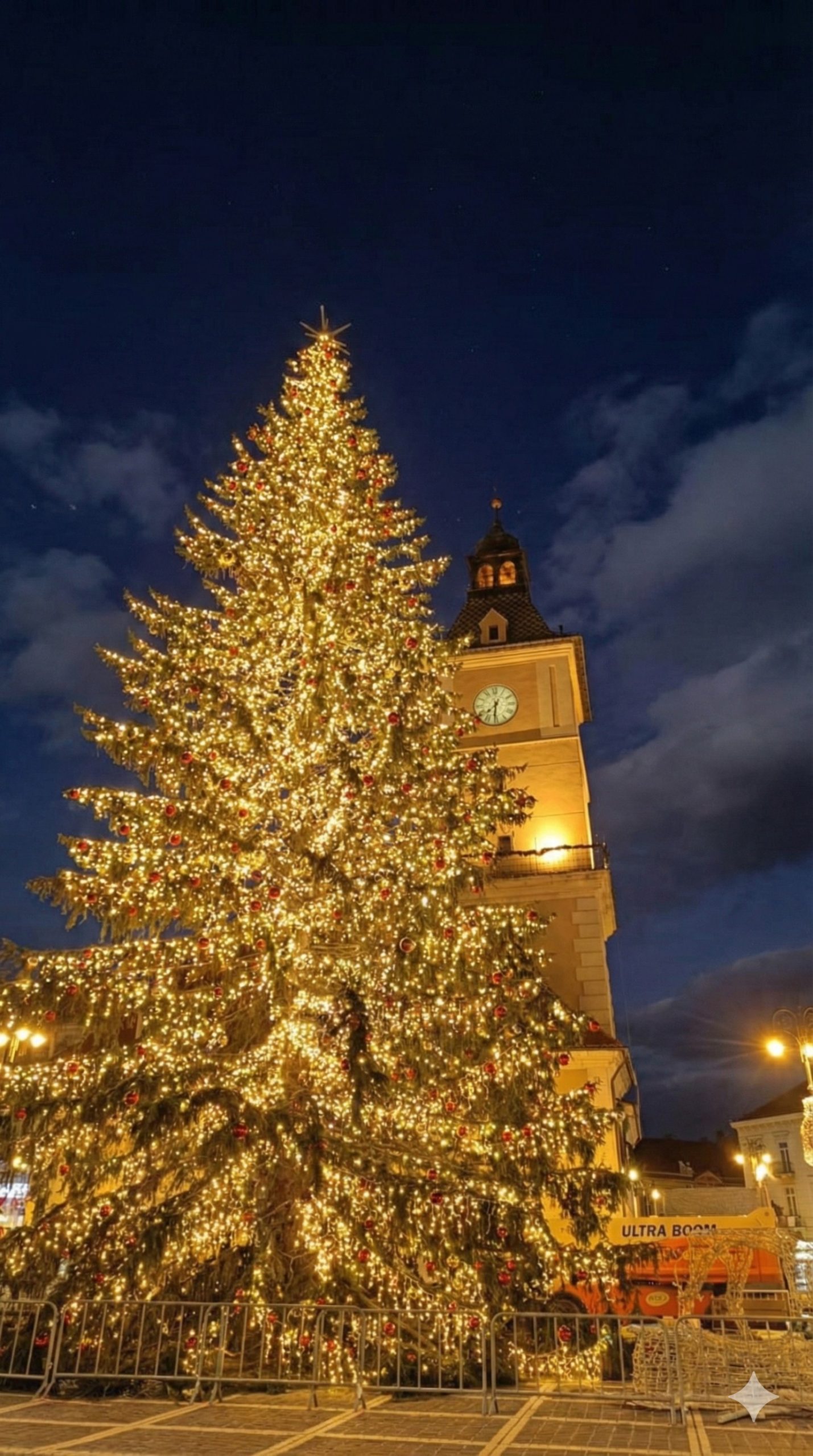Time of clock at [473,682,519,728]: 7:30
